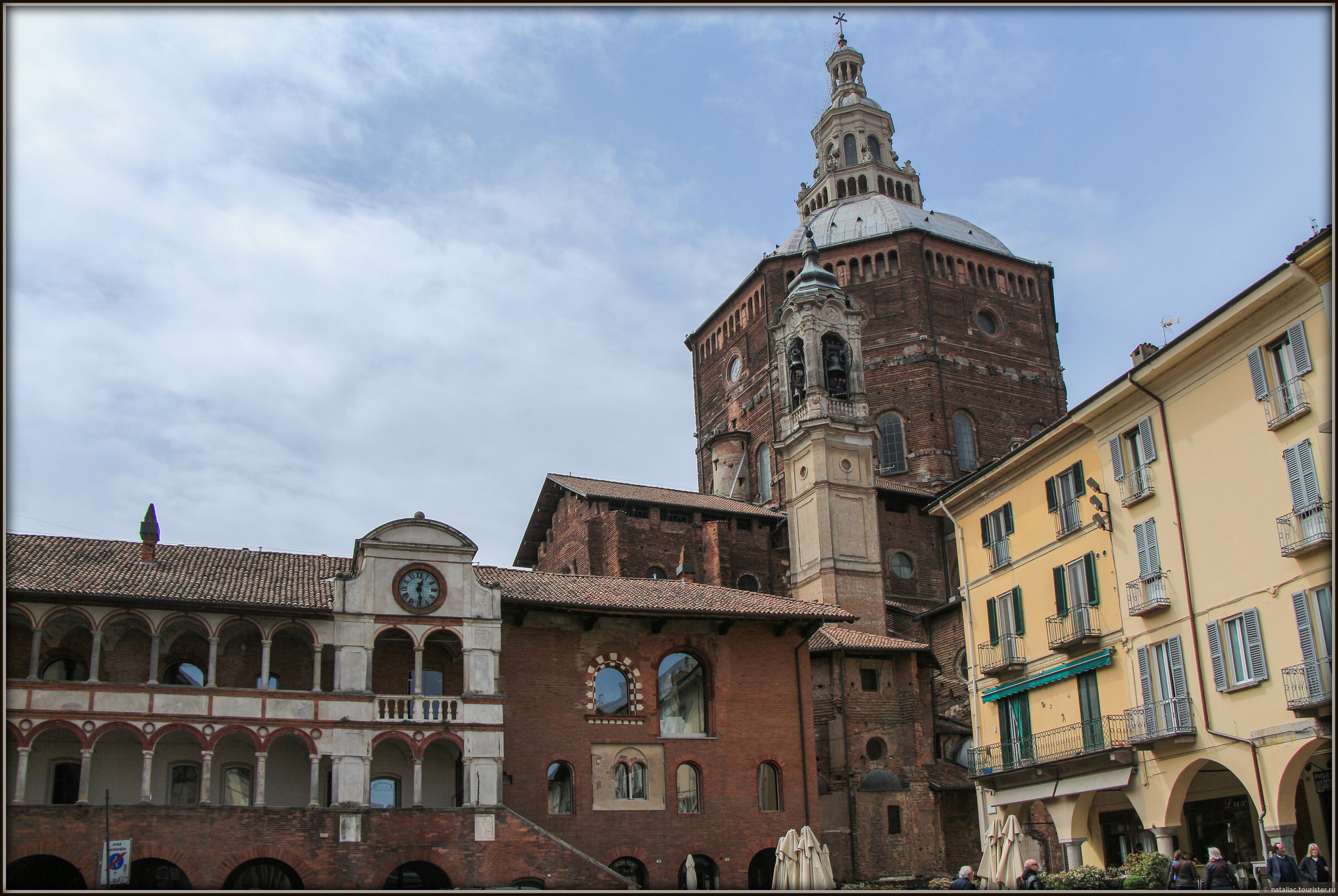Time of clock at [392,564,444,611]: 12:28
